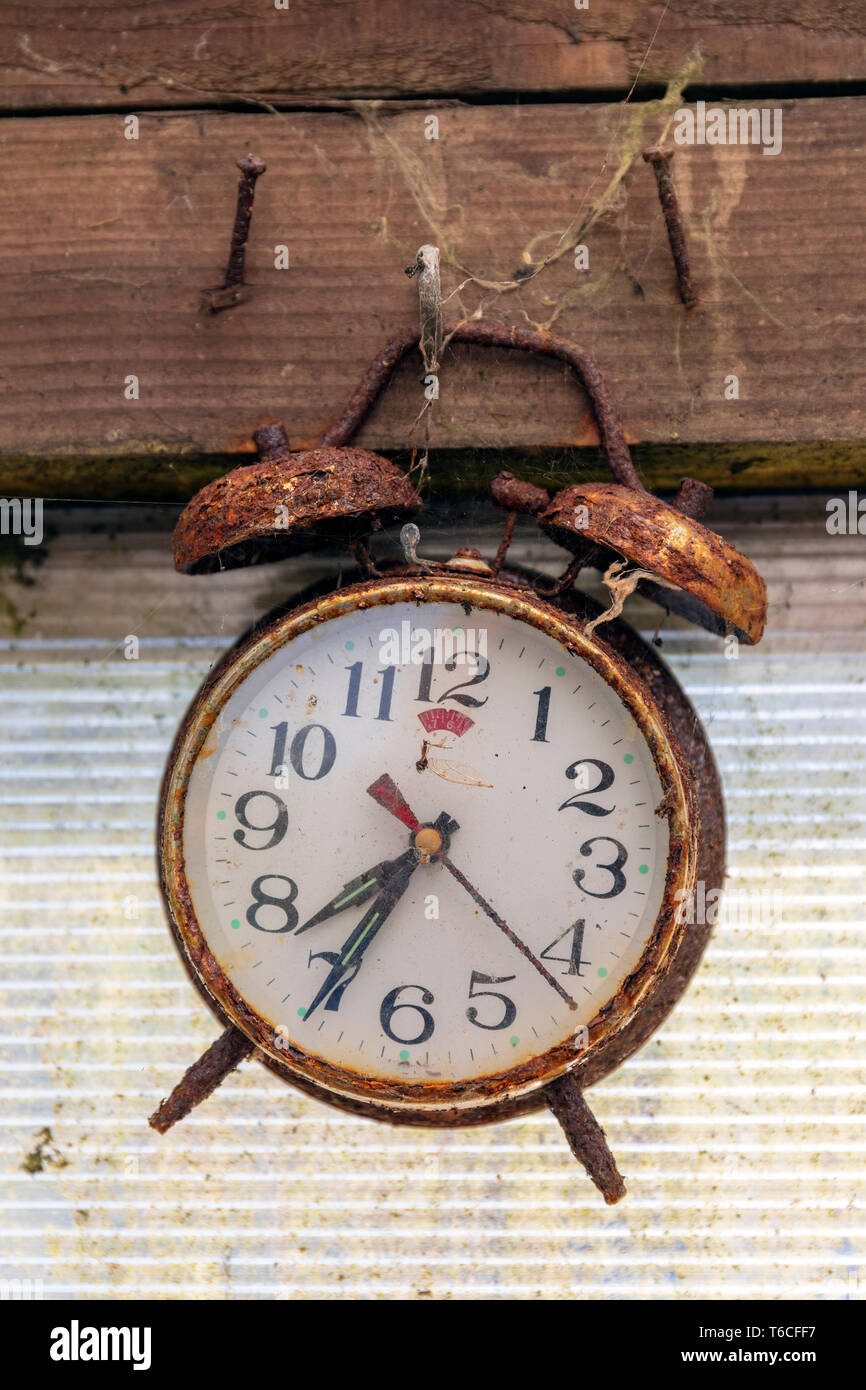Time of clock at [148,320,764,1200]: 7:34
